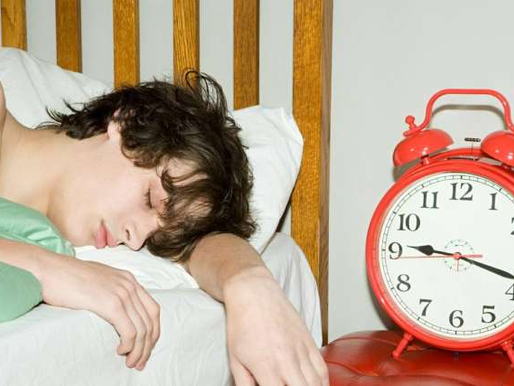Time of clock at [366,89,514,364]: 9:17
